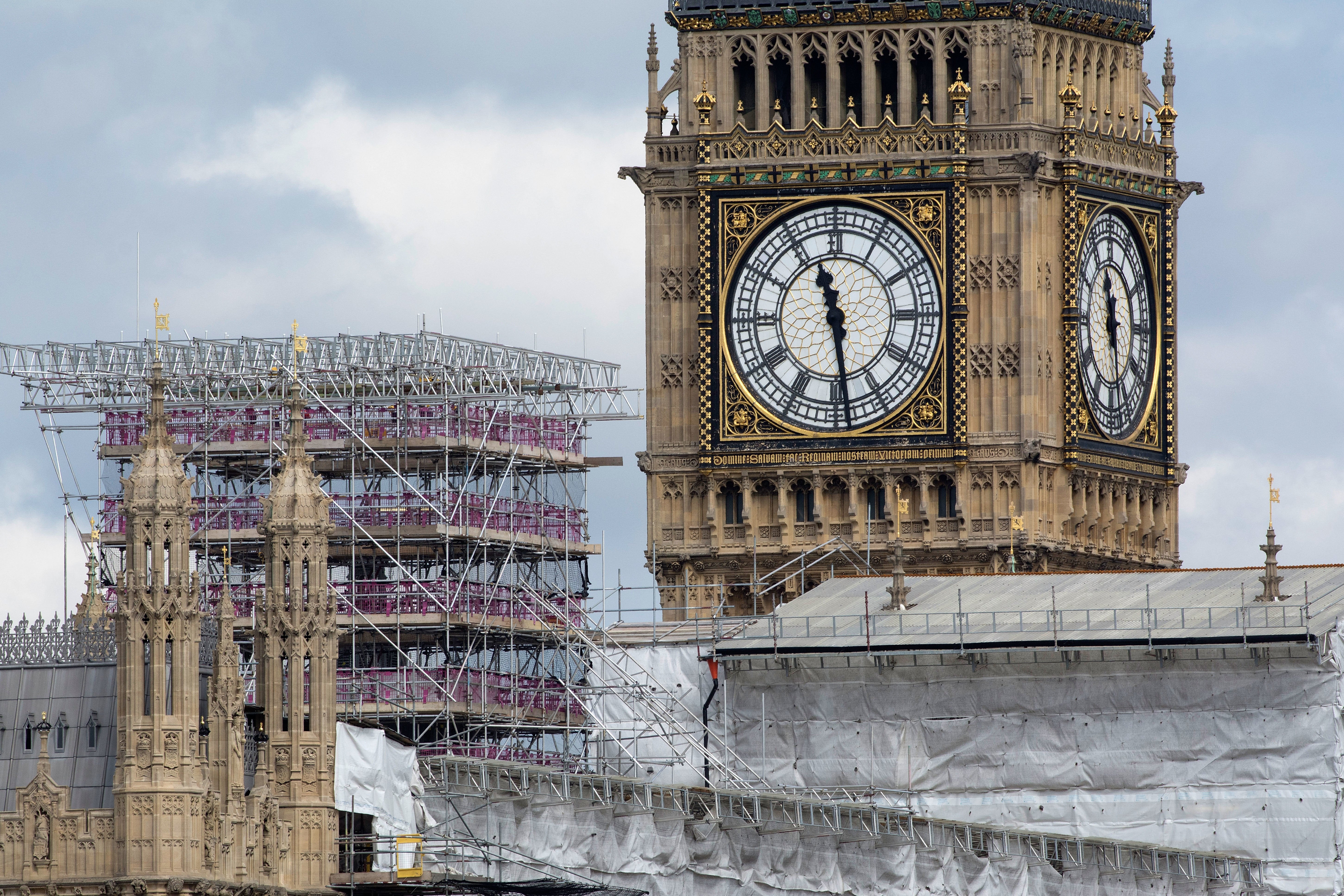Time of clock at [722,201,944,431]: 11:28
